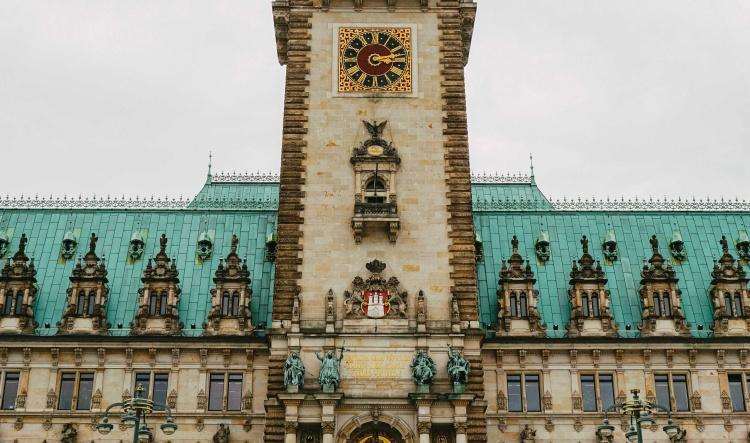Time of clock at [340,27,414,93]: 3:12
